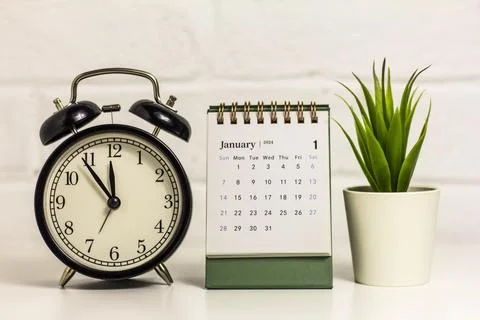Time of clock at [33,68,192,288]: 11:54
